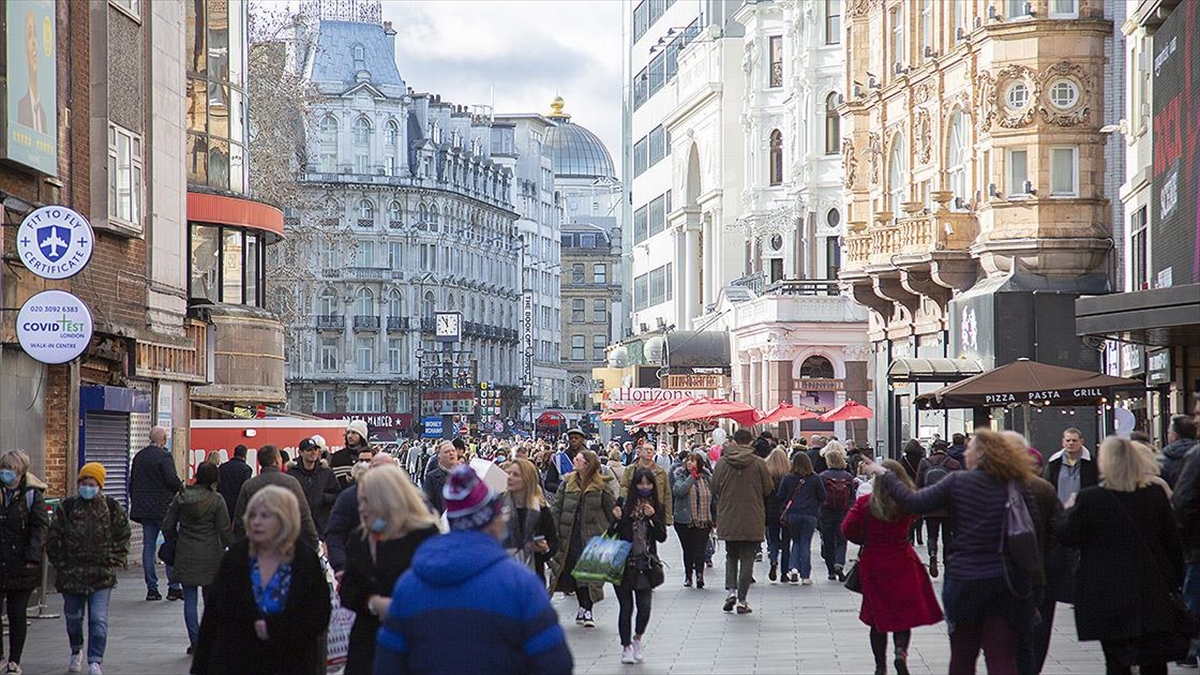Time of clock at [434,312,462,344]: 11:55
